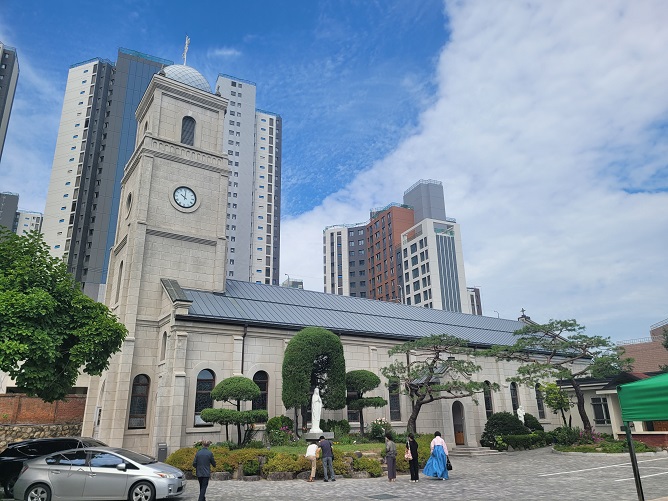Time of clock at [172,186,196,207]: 10:00
